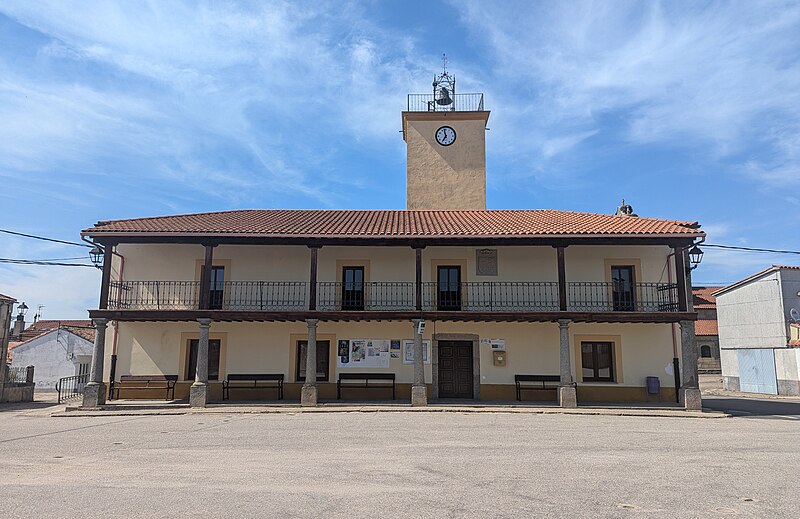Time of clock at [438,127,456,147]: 6:58
